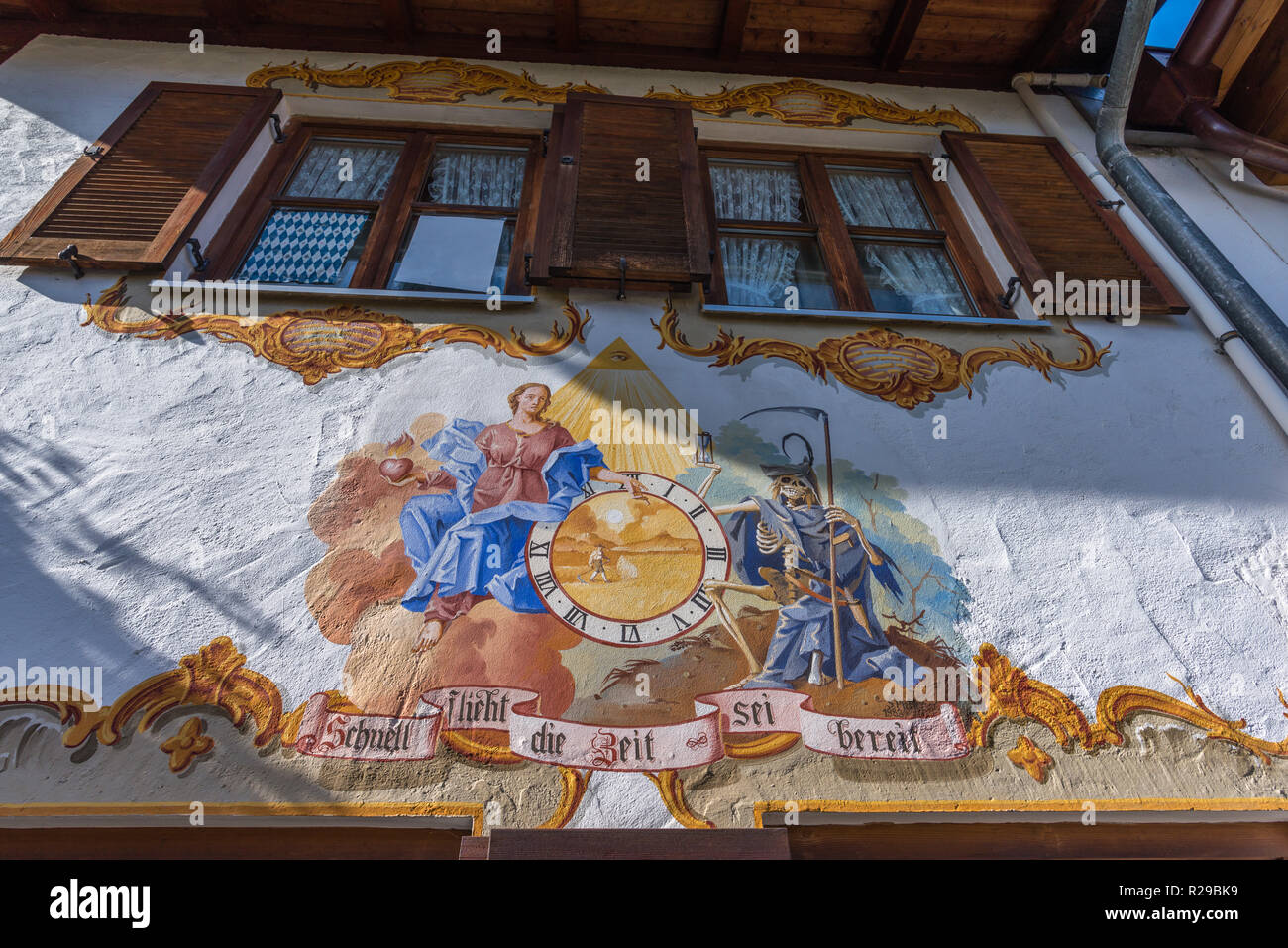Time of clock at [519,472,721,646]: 5:14
